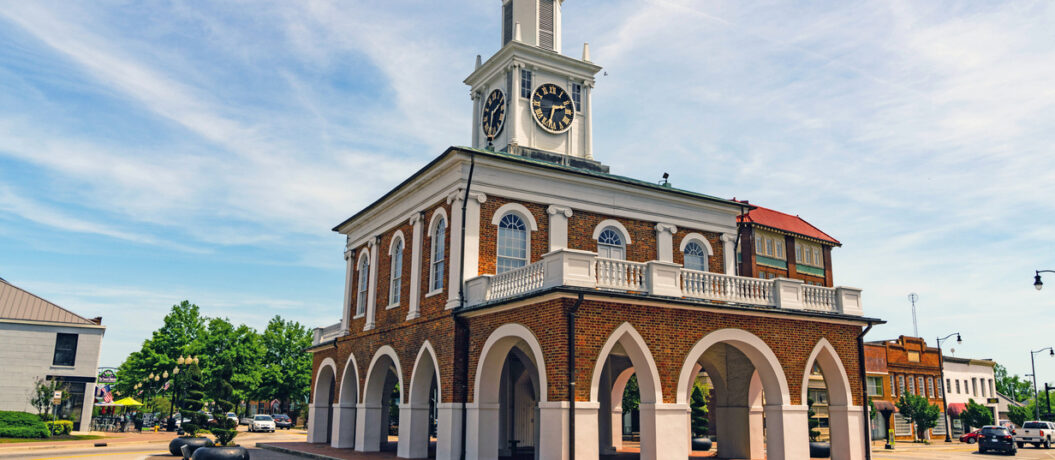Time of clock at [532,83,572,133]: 2:33
